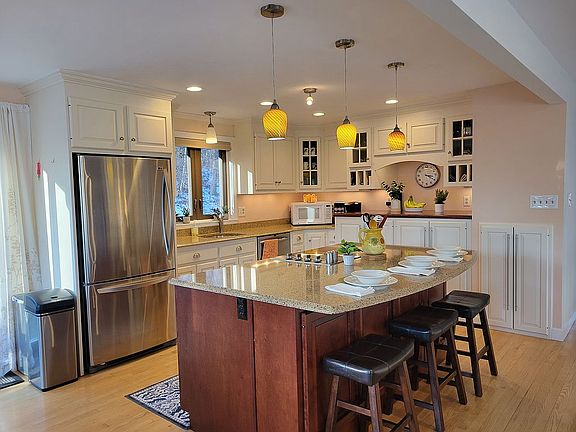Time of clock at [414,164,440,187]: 3:20
